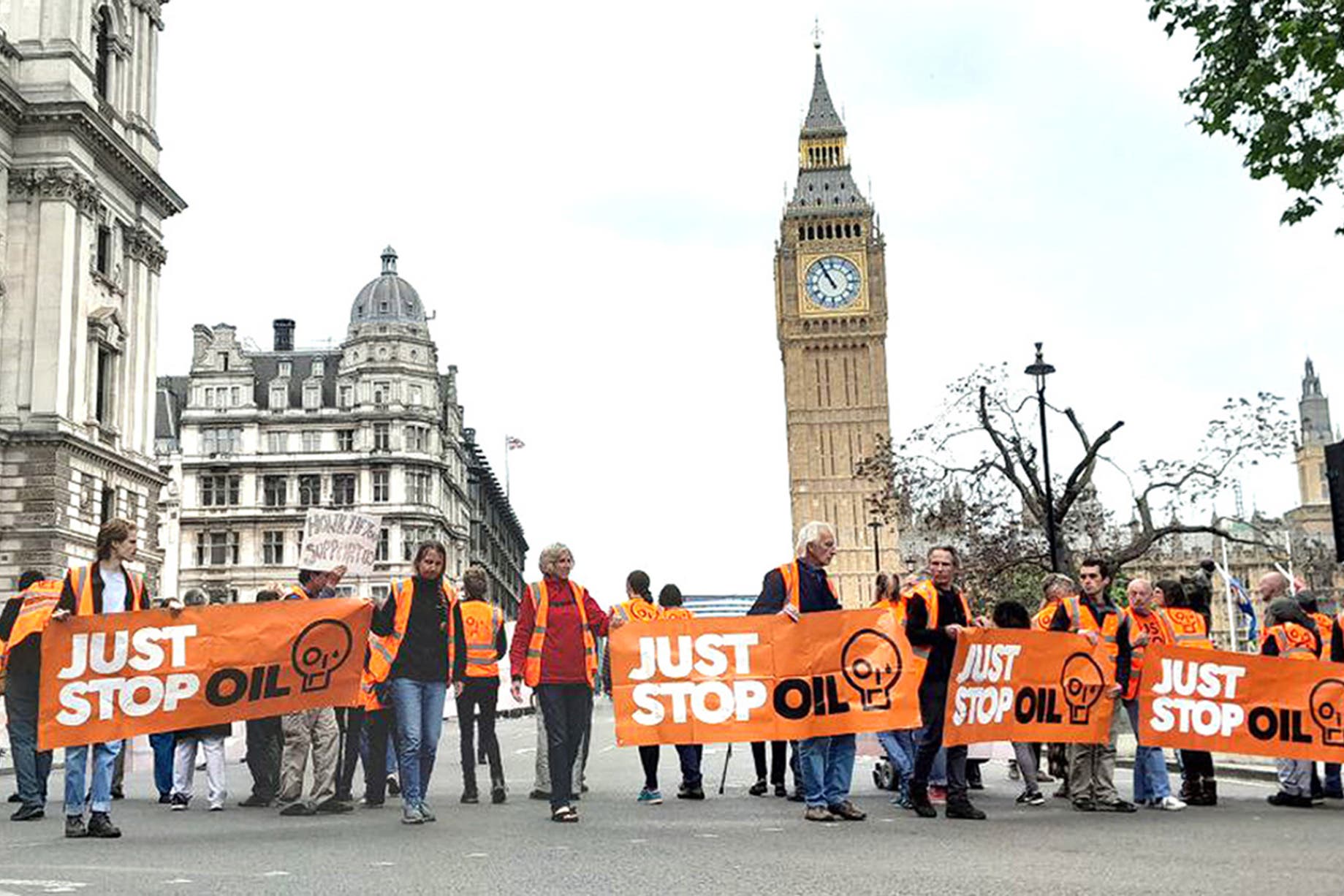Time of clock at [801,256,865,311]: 10:55
